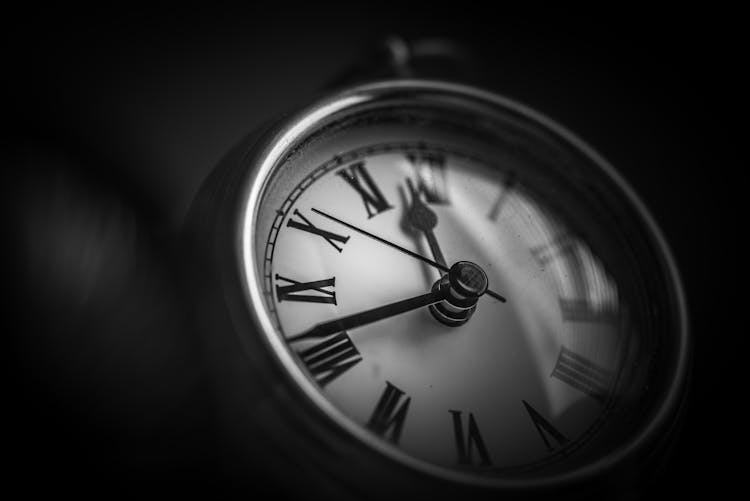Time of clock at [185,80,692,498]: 11:41
